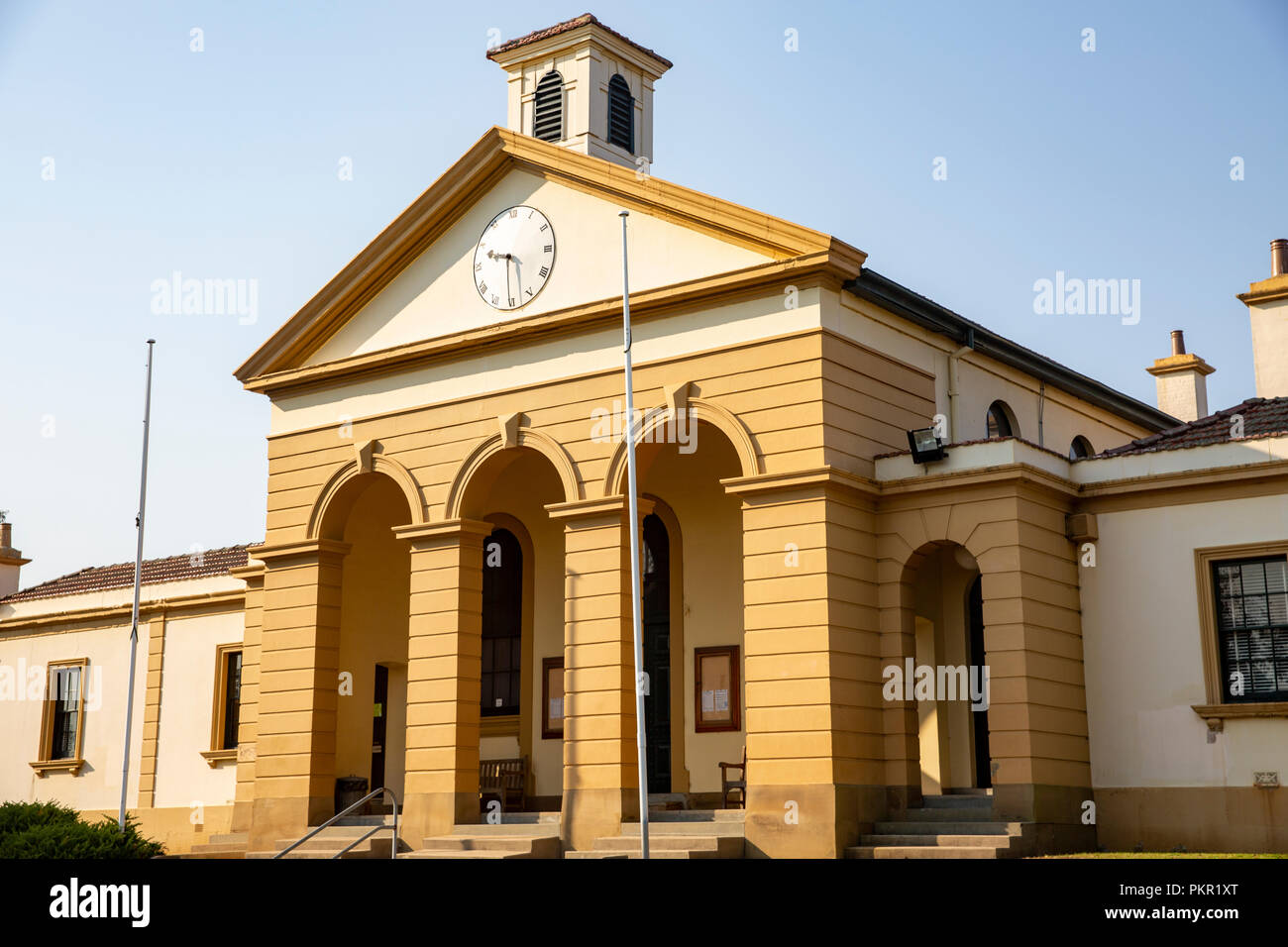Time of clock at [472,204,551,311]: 9:30
